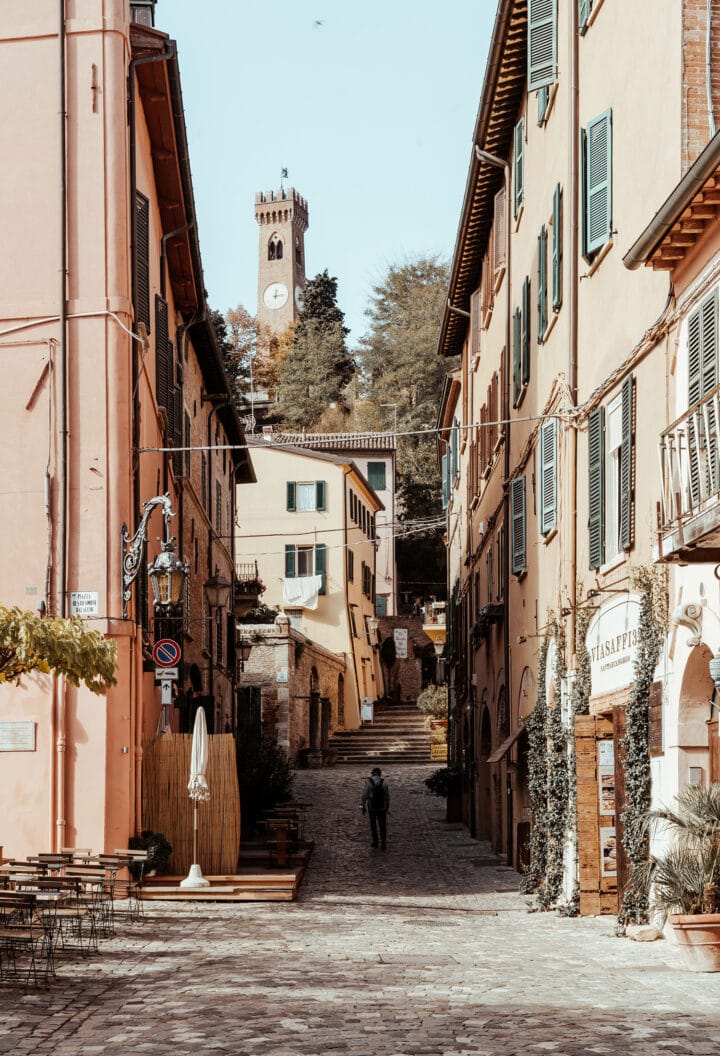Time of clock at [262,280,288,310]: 12:14
